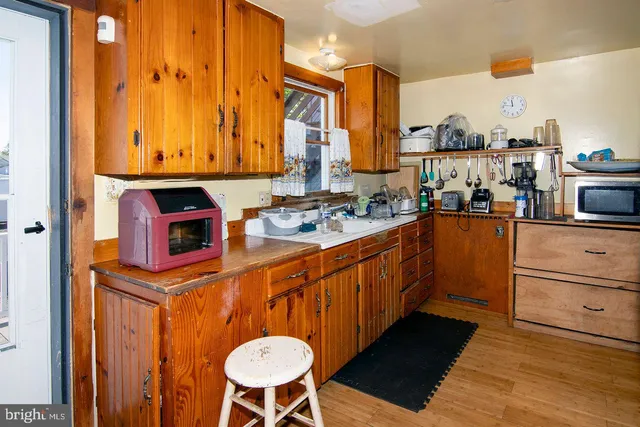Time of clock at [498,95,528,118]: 11:46
